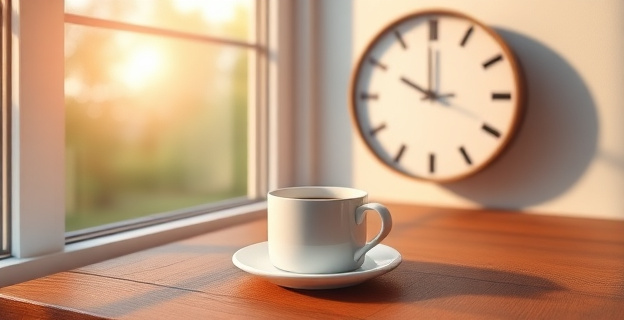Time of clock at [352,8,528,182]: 10:00
